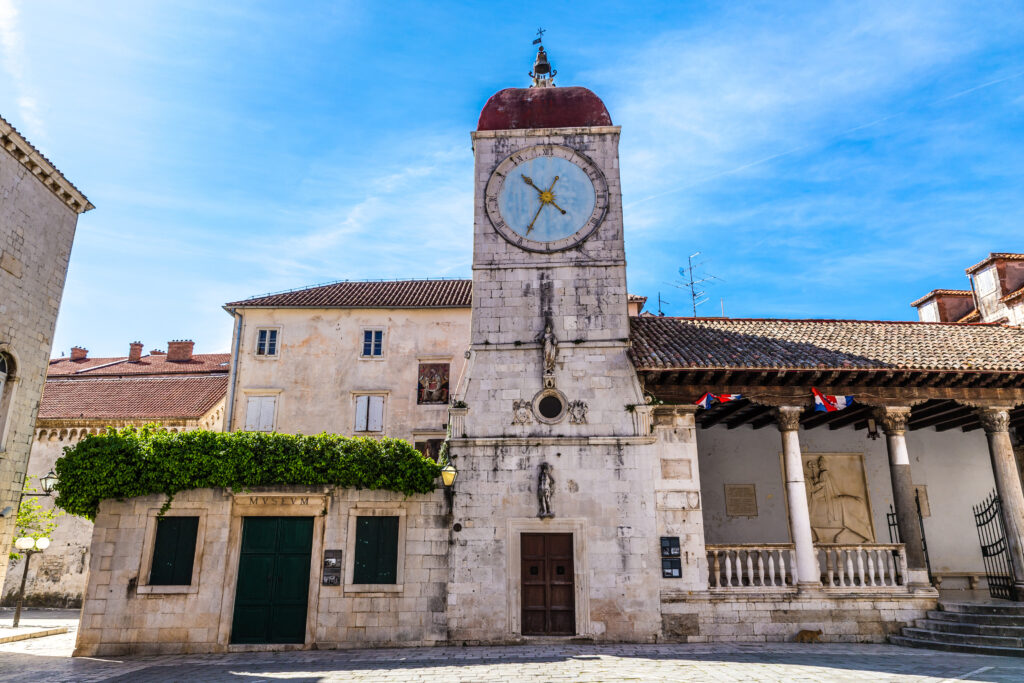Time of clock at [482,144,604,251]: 10:34
